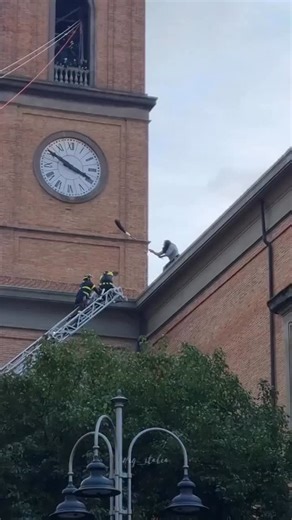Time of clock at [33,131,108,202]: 3:50
